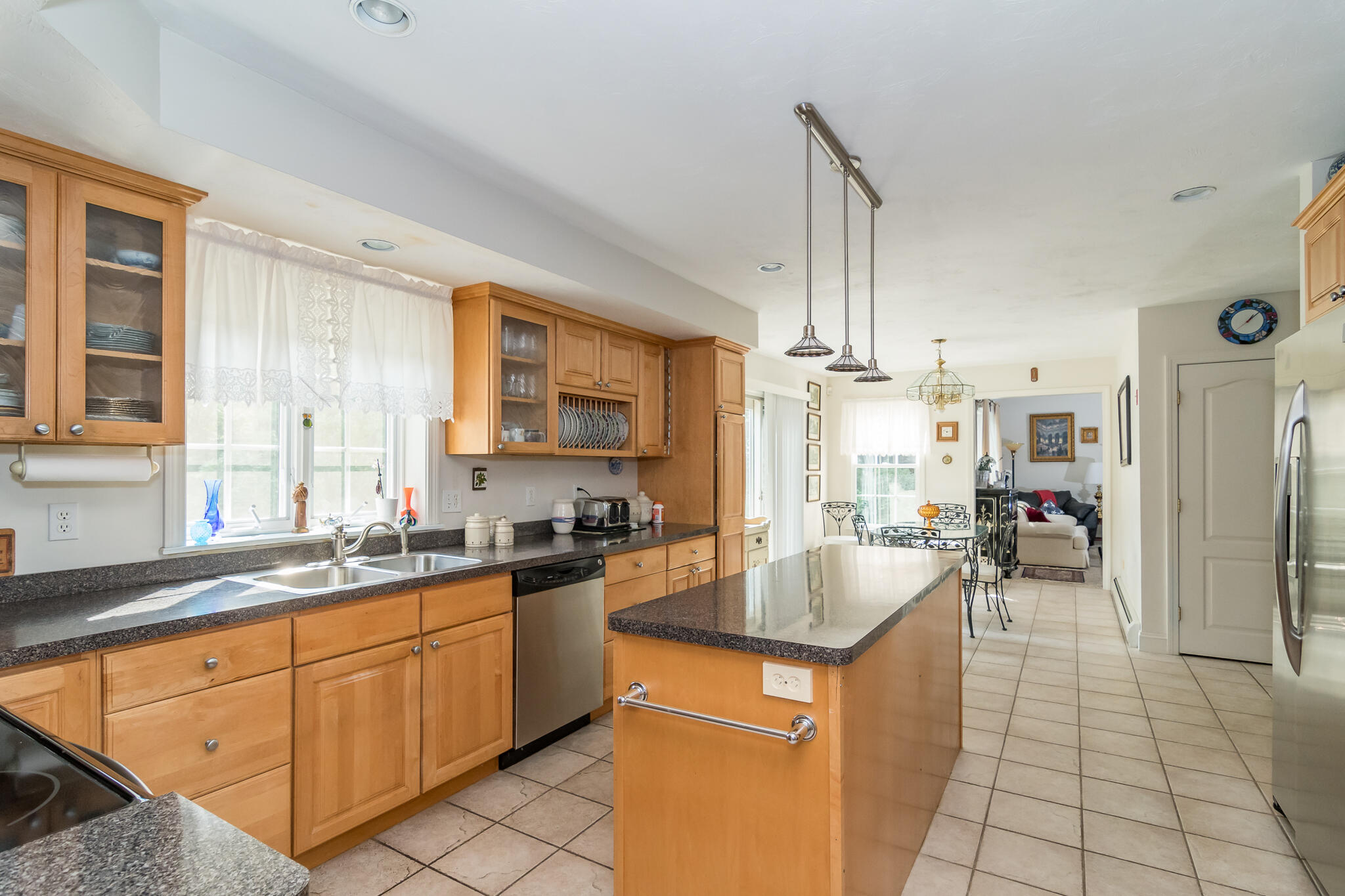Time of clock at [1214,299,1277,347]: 1:07
